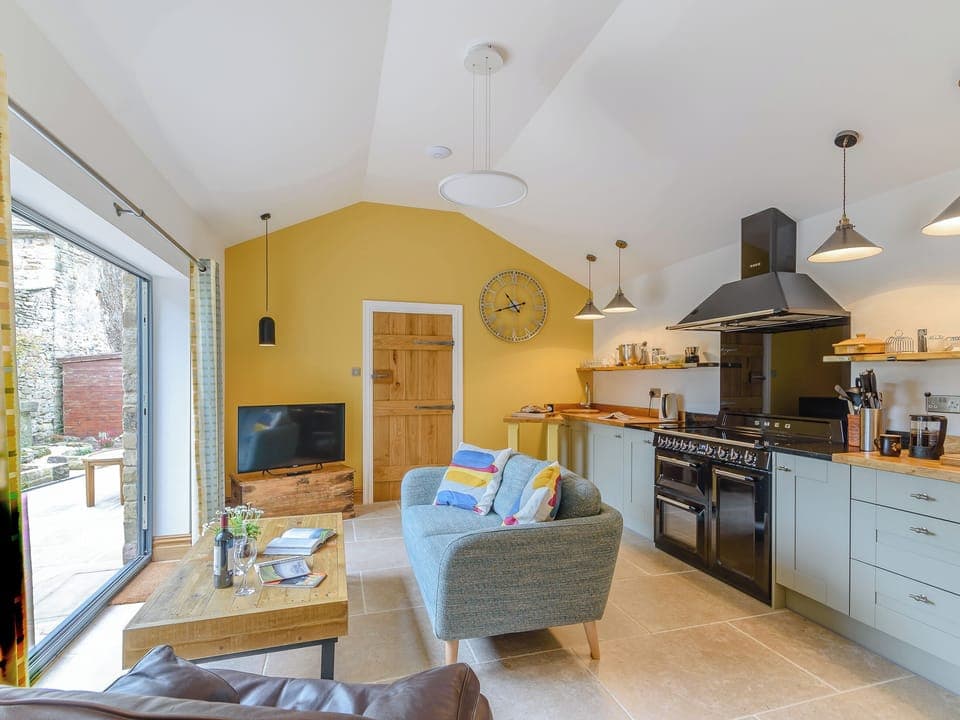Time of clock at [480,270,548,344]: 10:42
